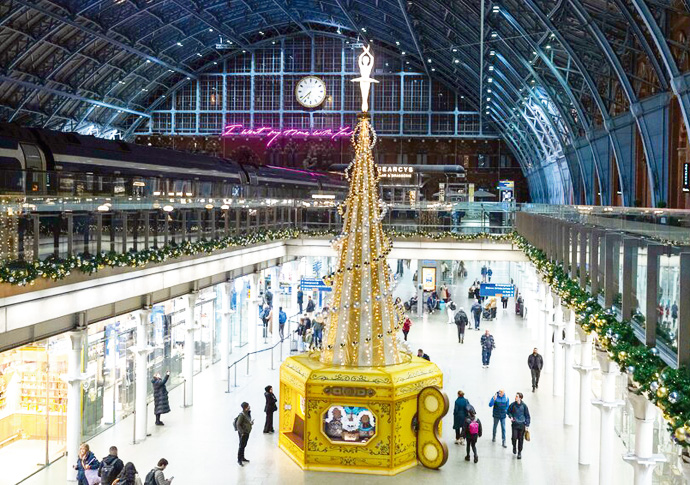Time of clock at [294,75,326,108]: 6:37
